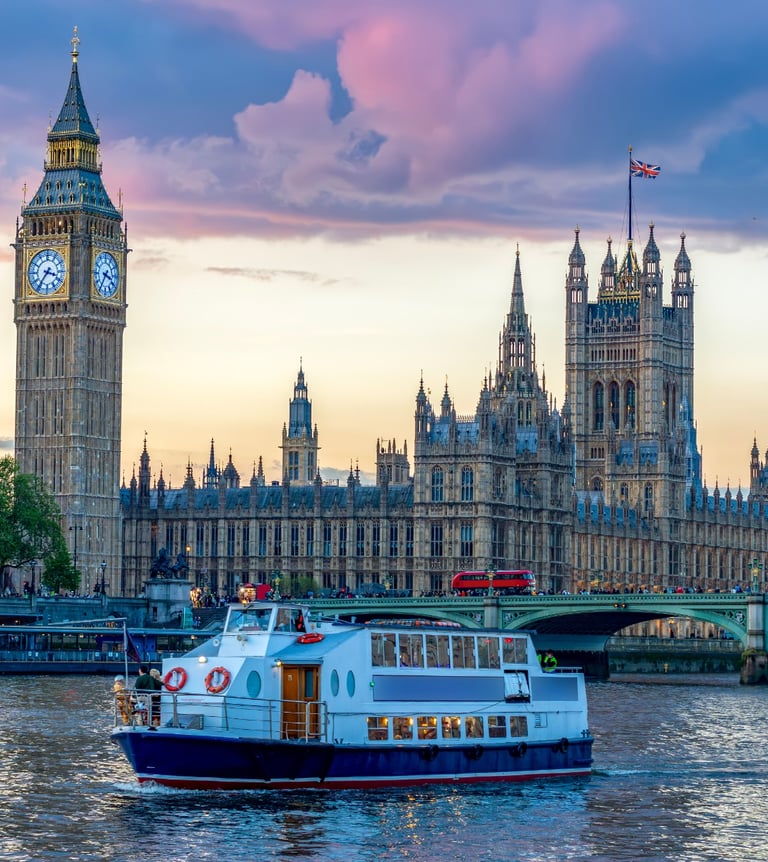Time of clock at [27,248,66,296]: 3:35
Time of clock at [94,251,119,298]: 3:35
